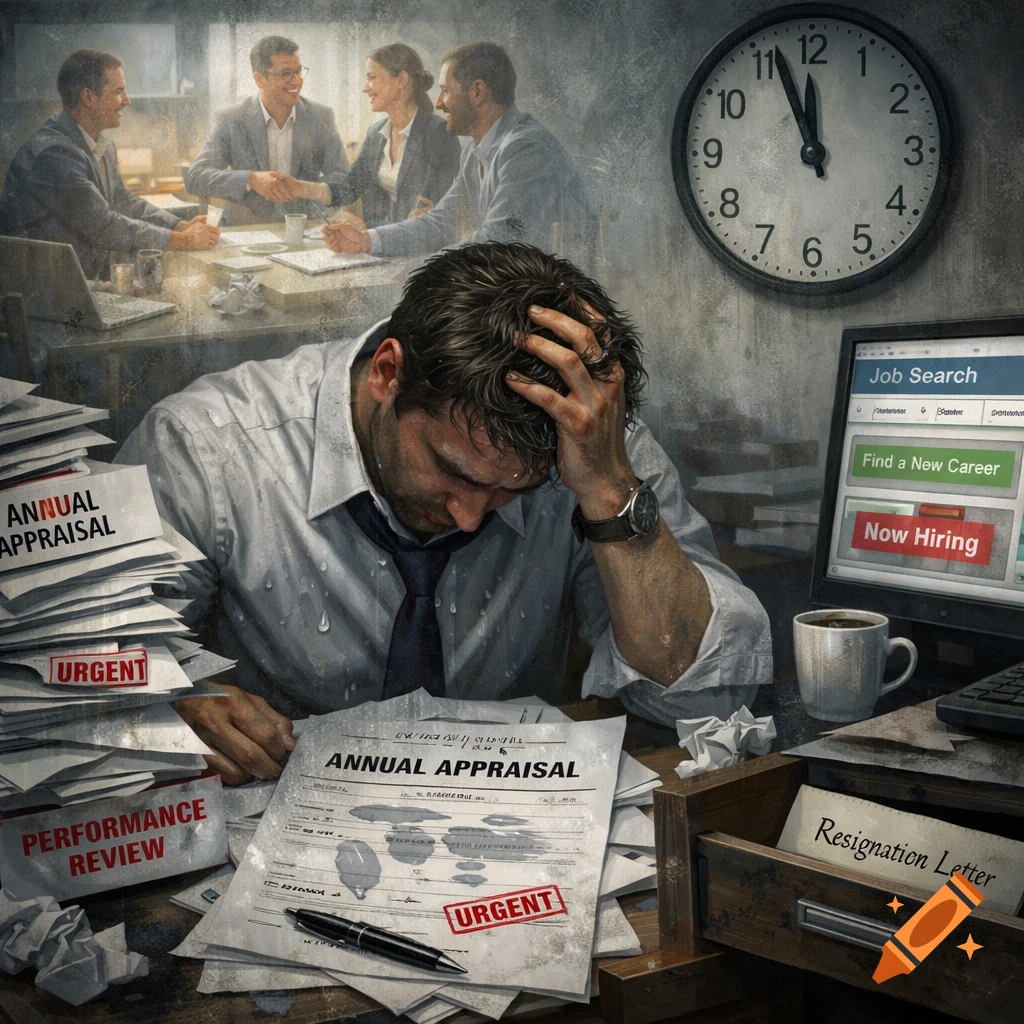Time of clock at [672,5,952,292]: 11:56
